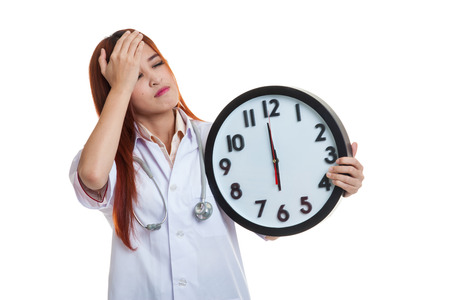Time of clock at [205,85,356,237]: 5:58
